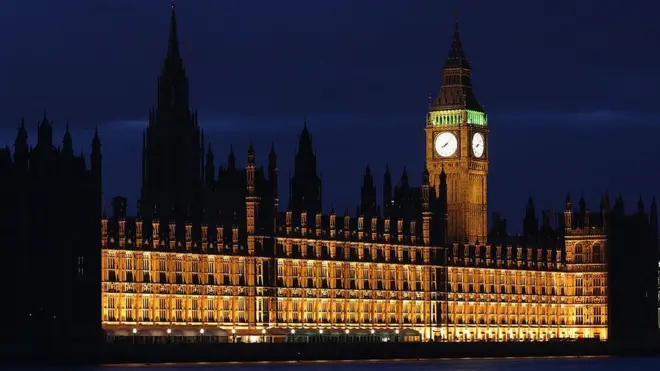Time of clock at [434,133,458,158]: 8:07
